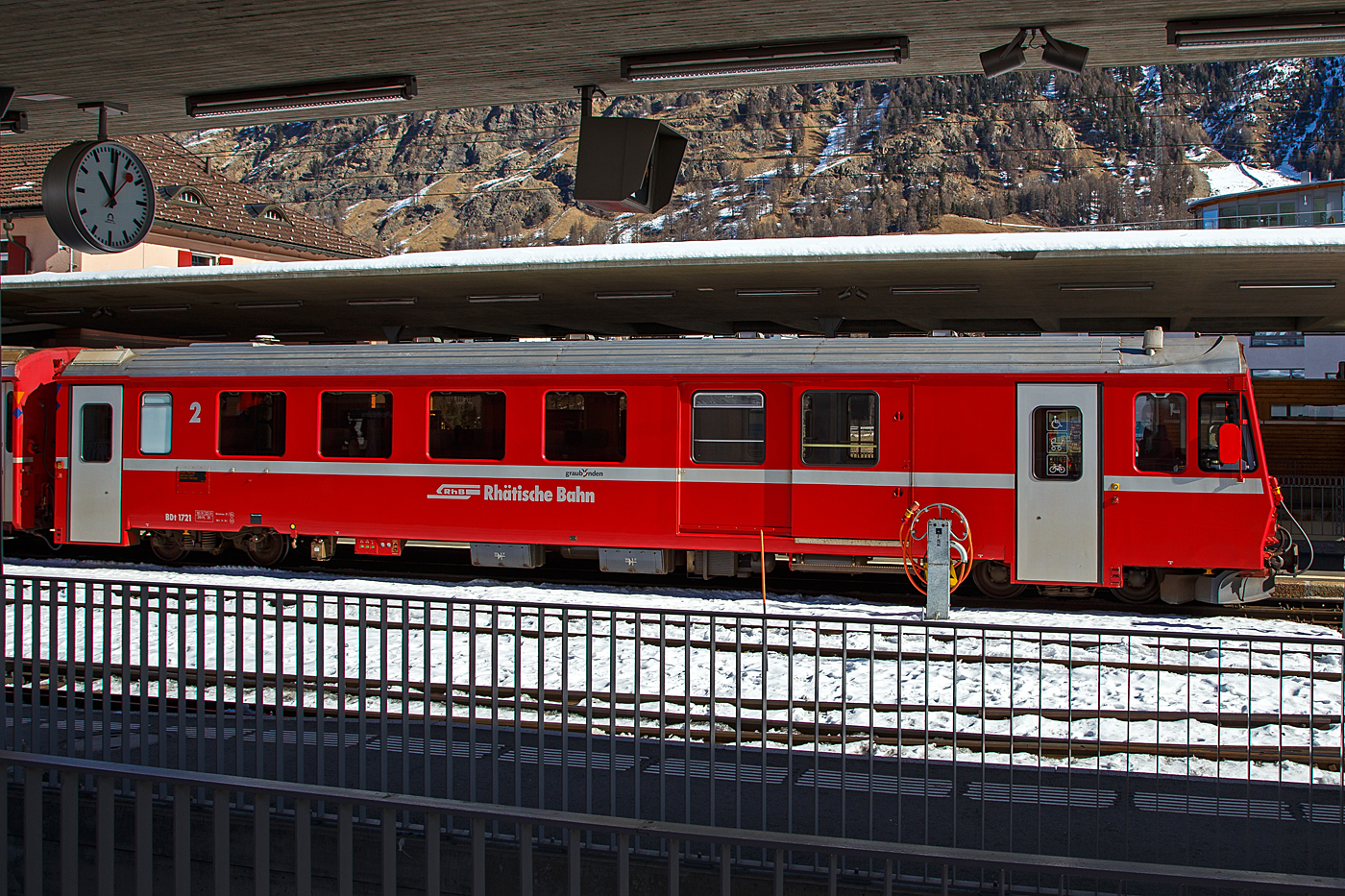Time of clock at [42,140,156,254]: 11:01
